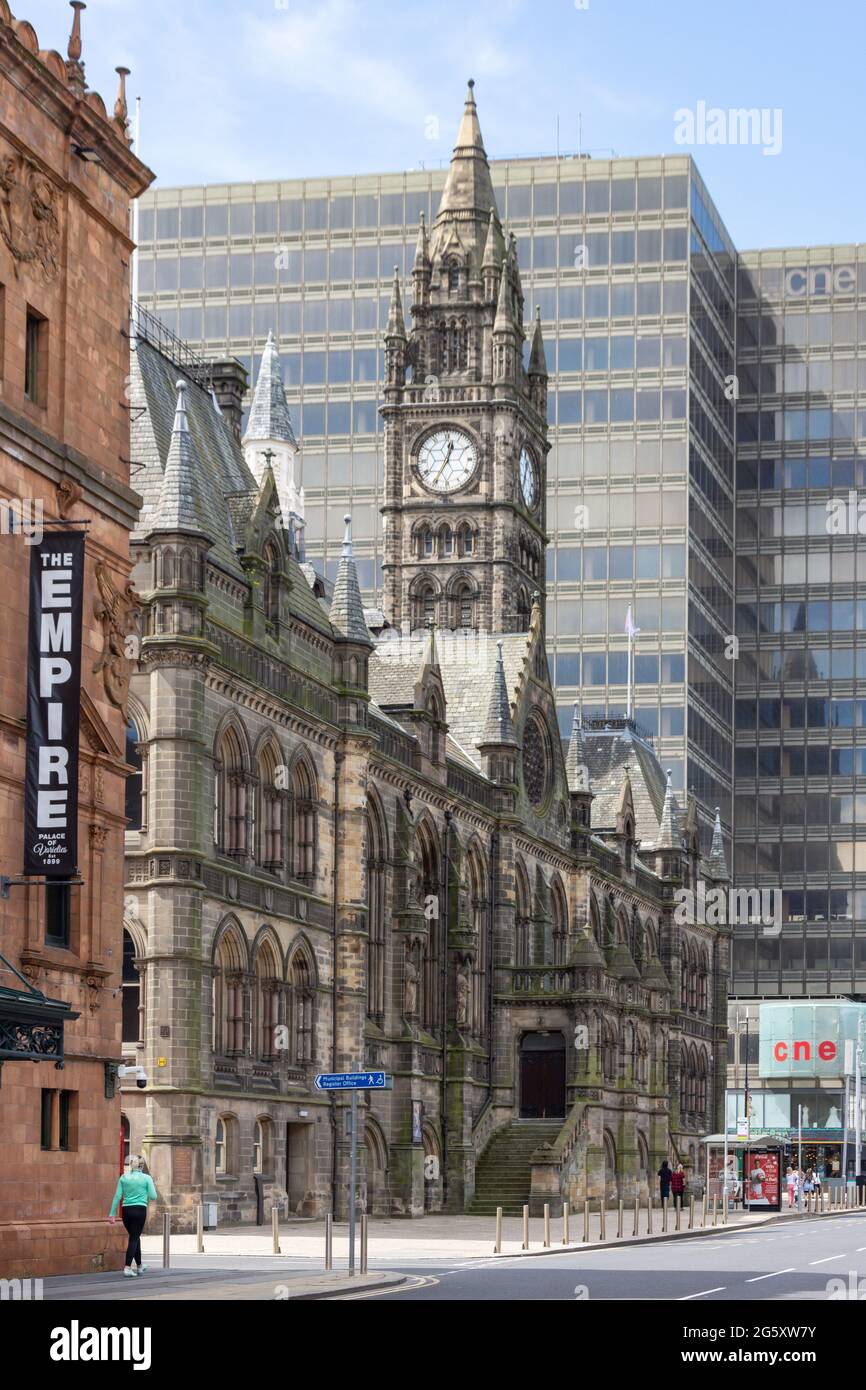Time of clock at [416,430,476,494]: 12:34
